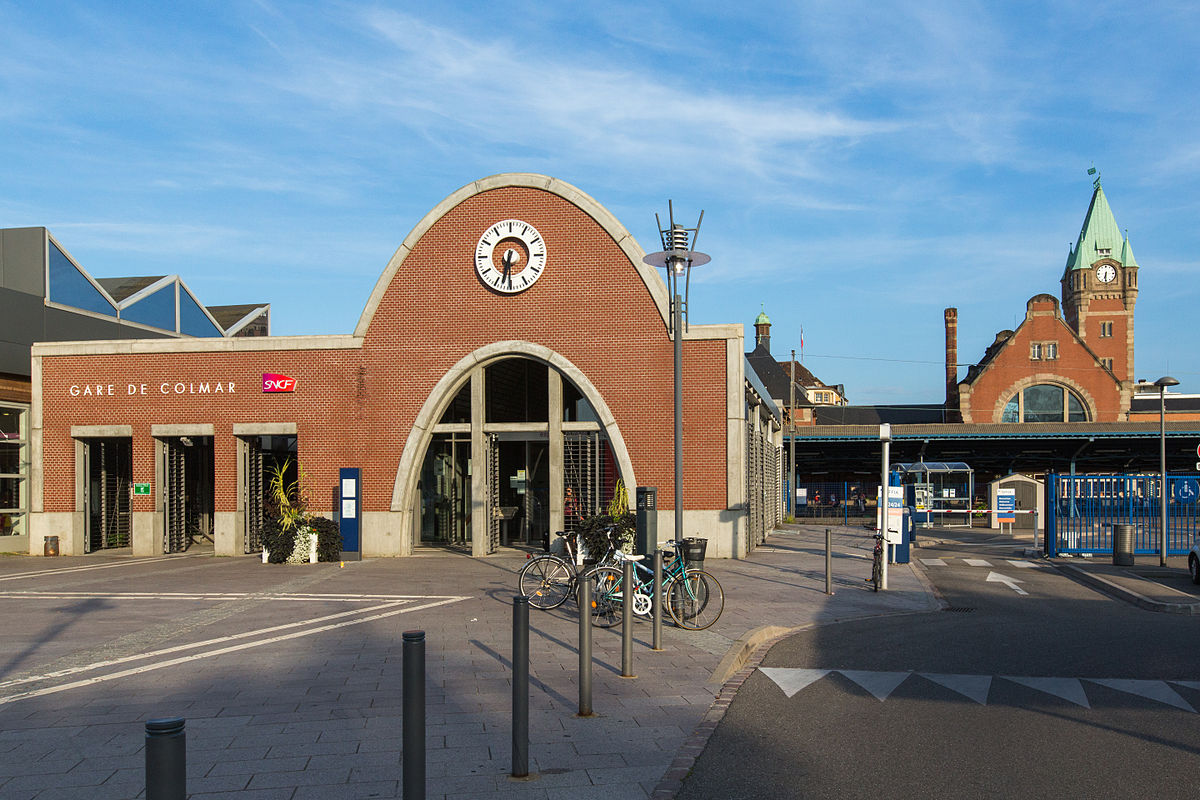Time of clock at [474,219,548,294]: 6:30
